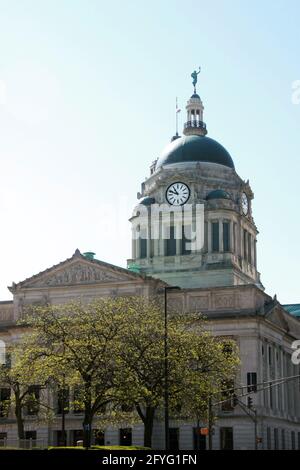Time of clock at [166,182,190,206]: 10:48
